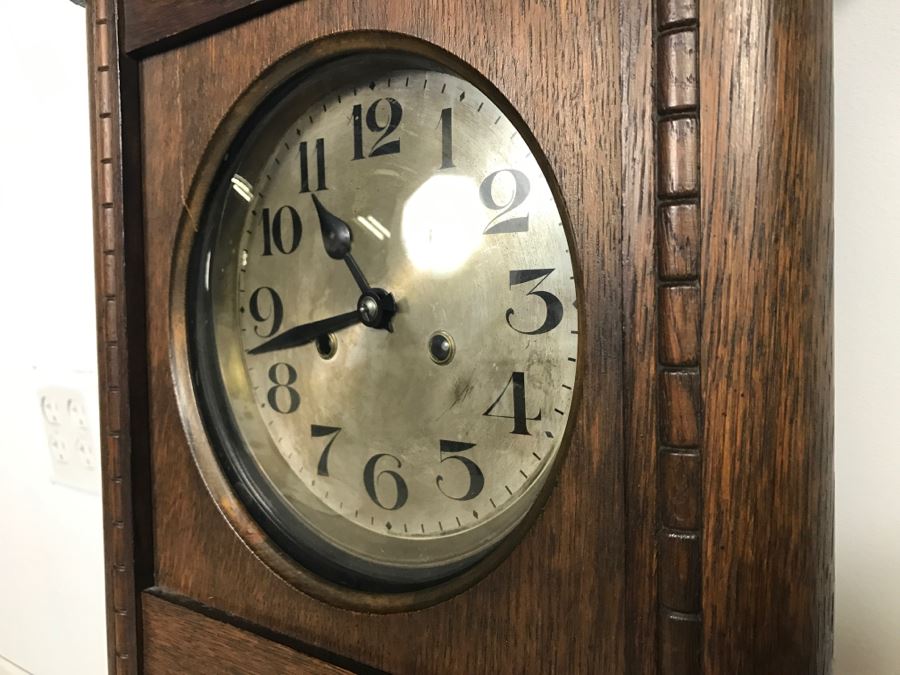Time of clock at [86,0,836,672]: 10:42
